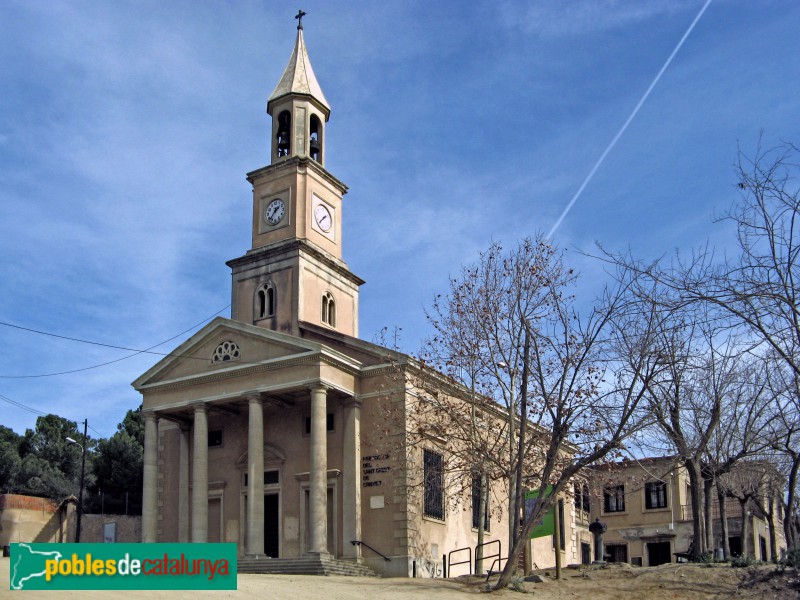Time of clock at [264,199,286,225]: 1:37
